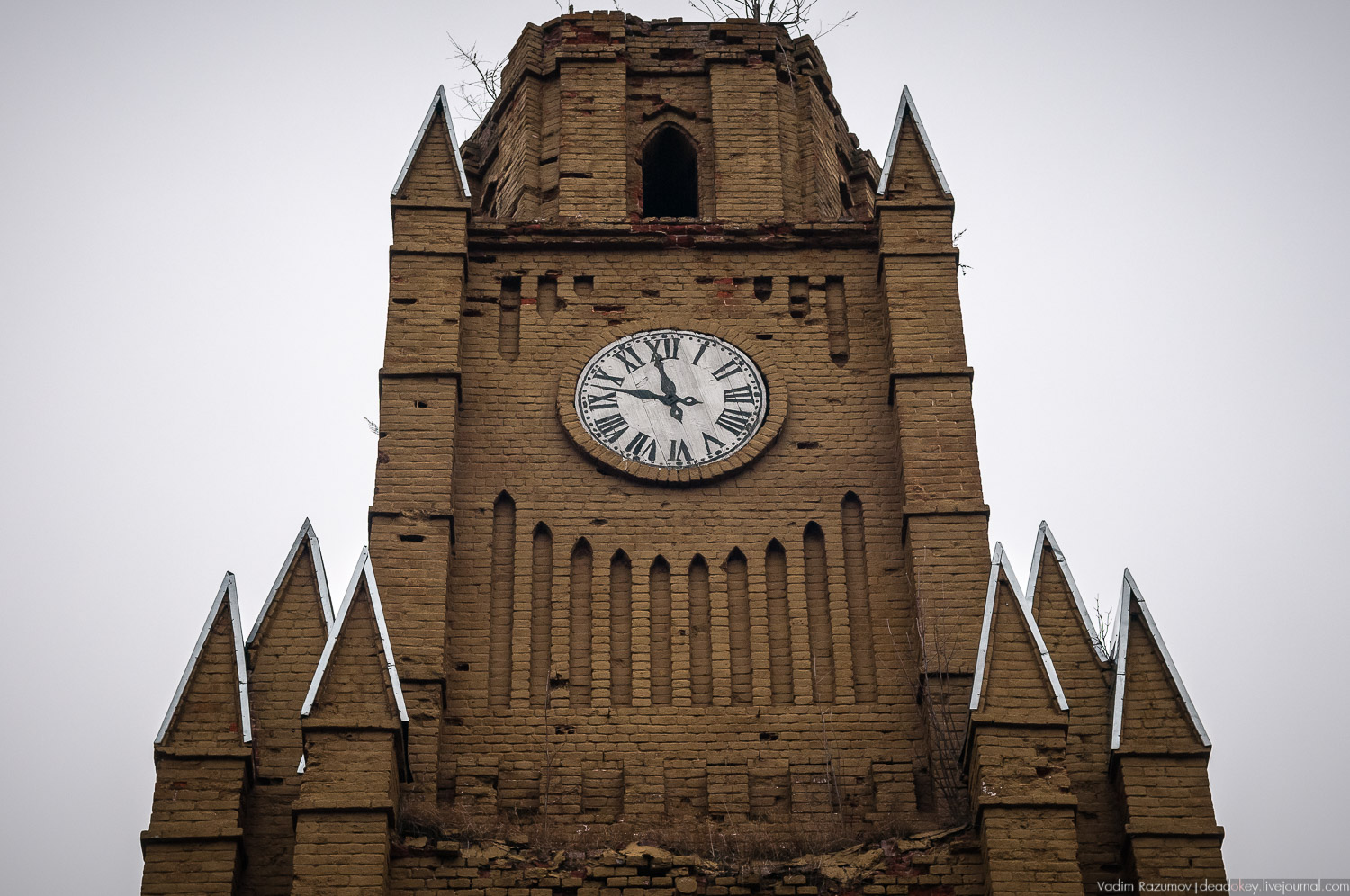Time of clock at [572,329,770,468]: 11:47
